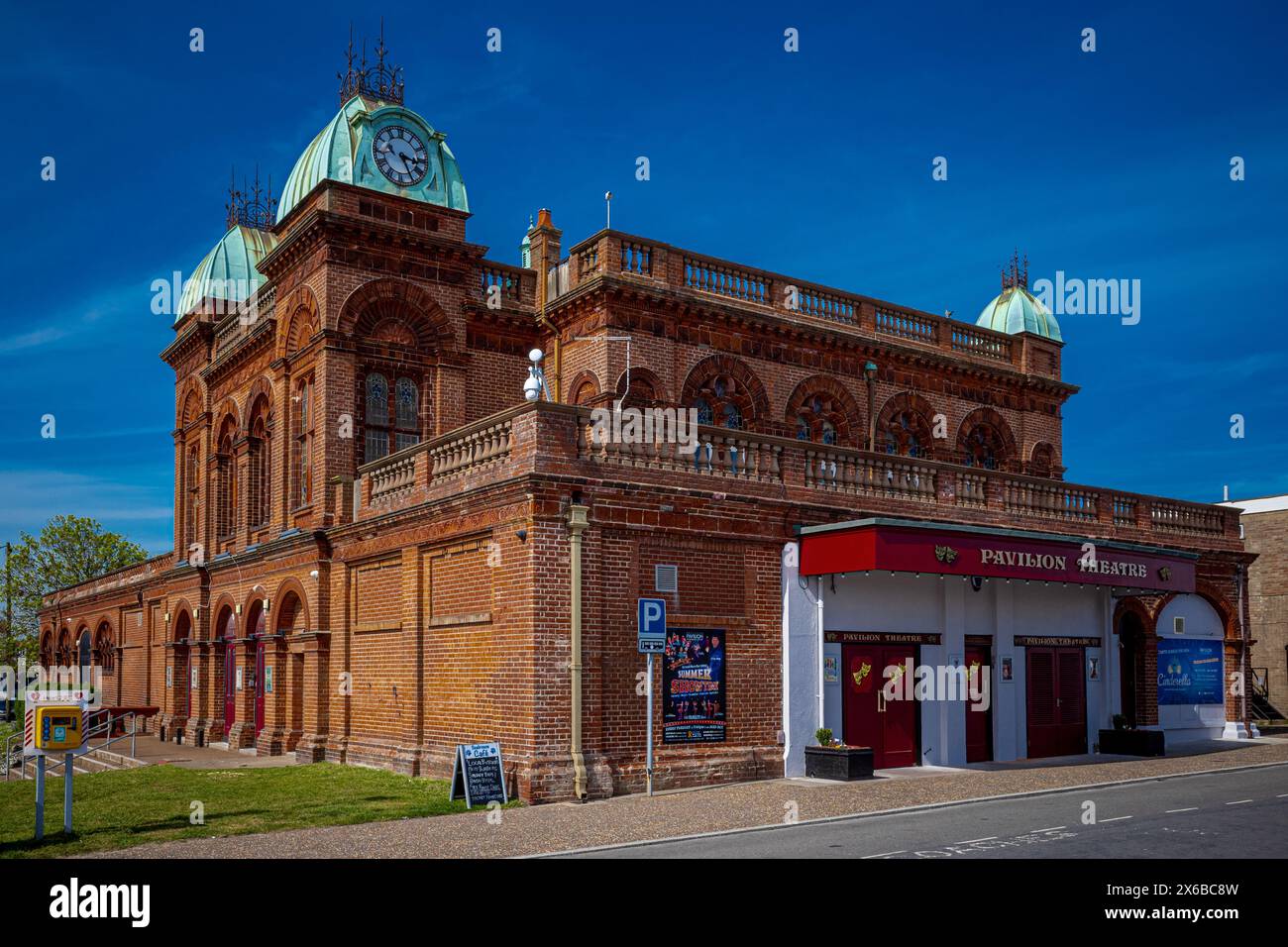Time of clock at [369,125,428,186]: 3:25
